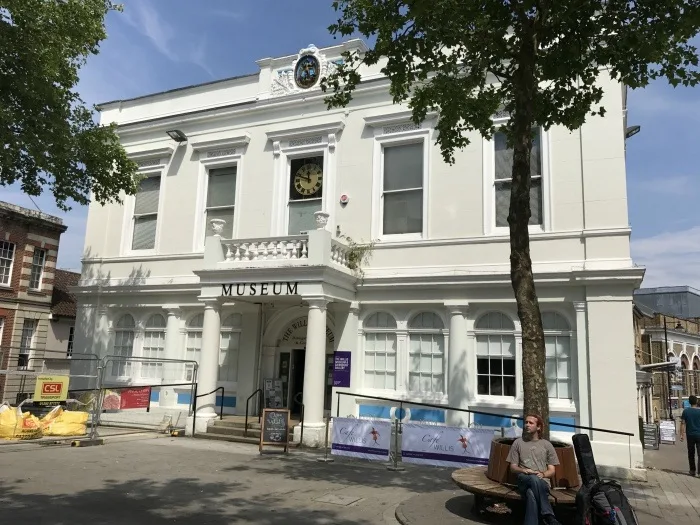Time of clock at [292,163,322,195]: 11:48
